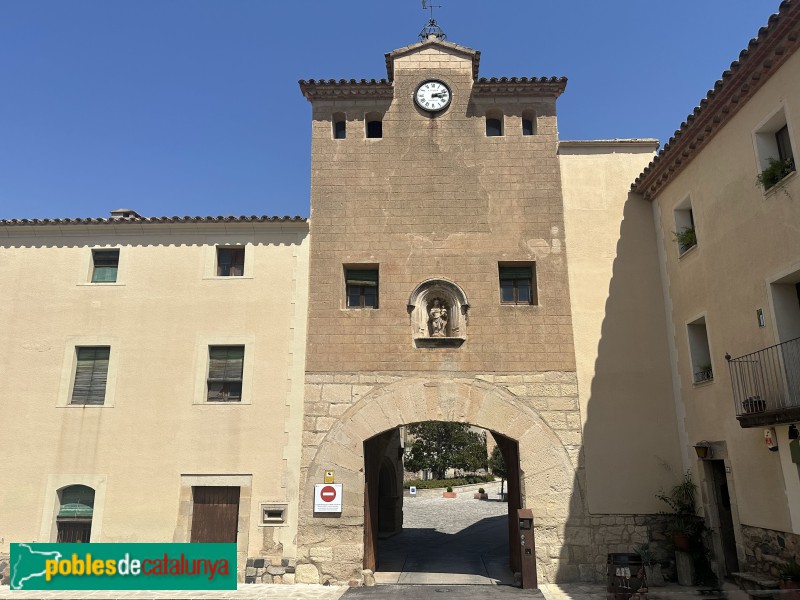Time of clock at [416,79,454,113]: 3:12
